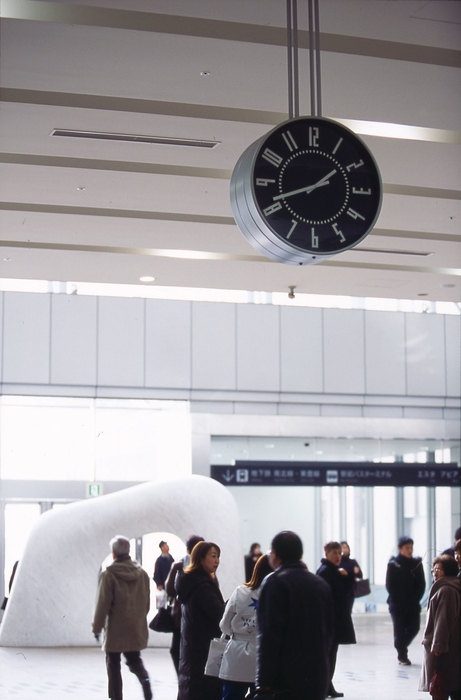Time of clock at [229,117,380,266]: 1:41
